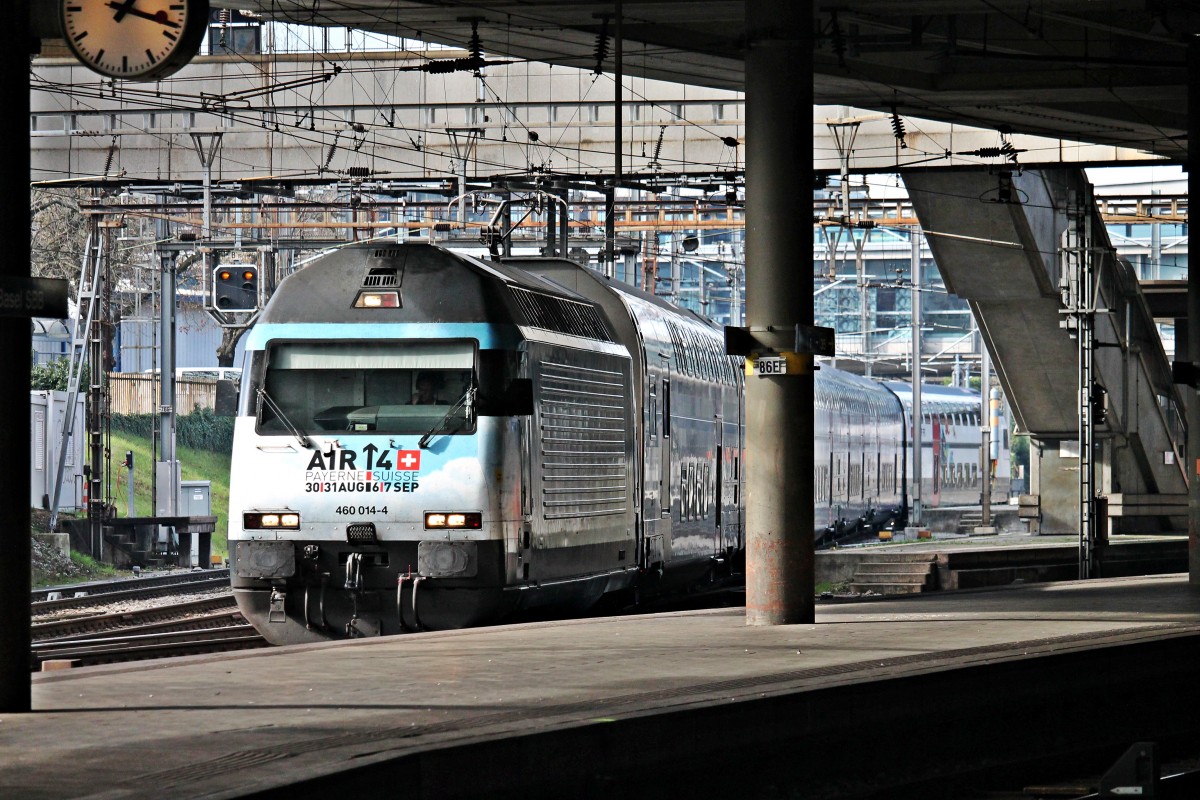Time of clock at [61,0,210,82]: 1:18
